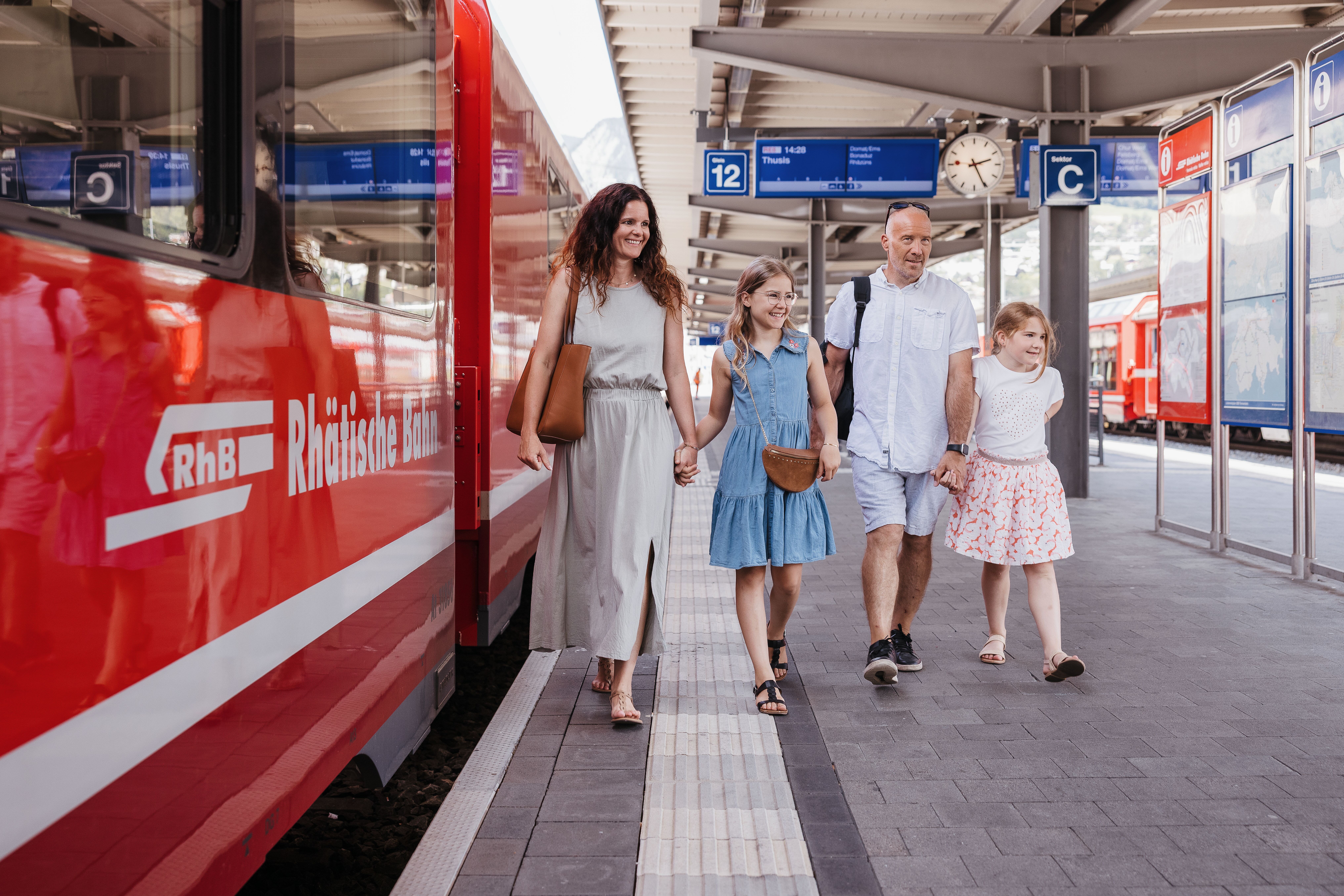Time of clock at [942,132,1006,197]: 2:25
